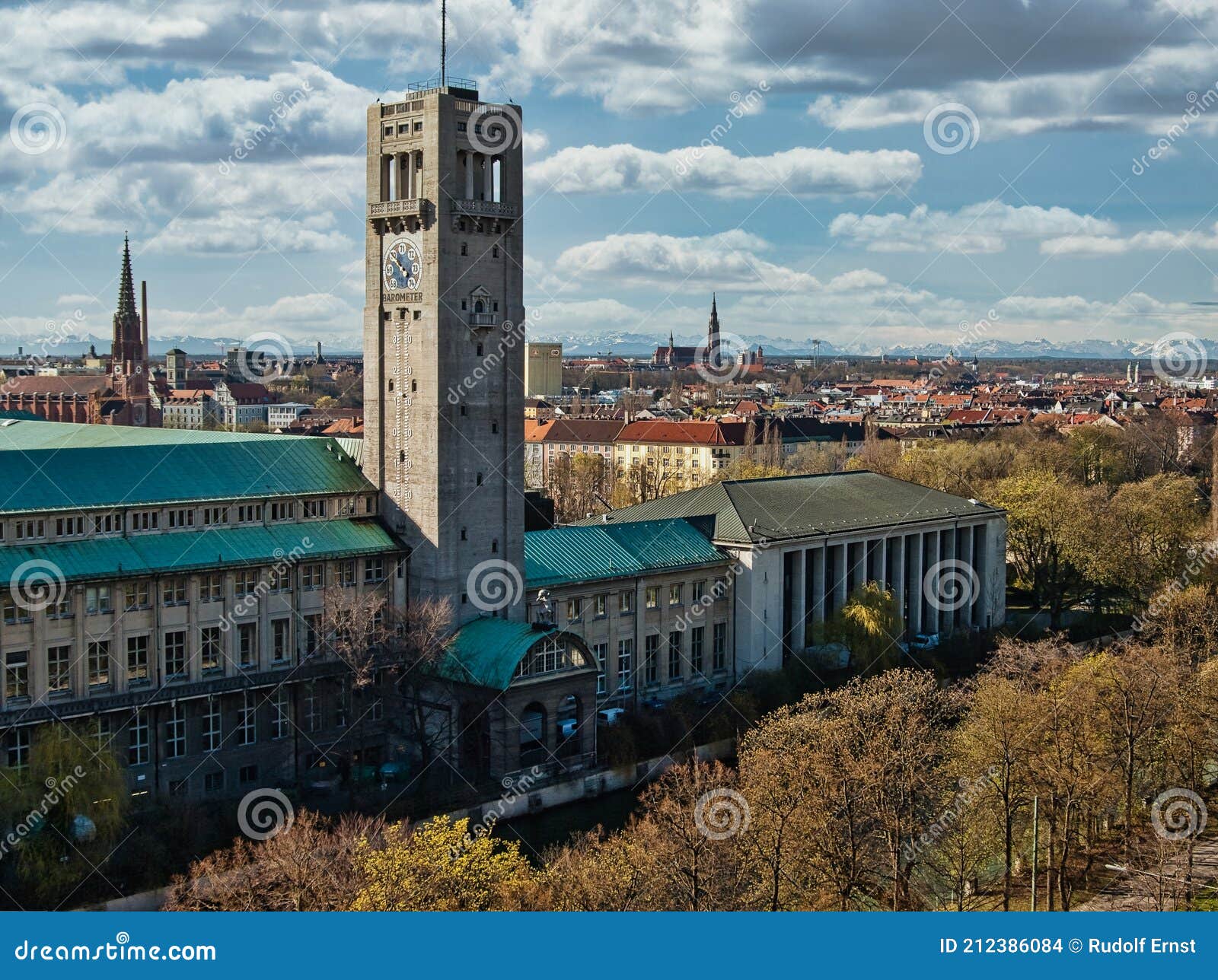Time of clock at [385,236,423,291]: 3:50
